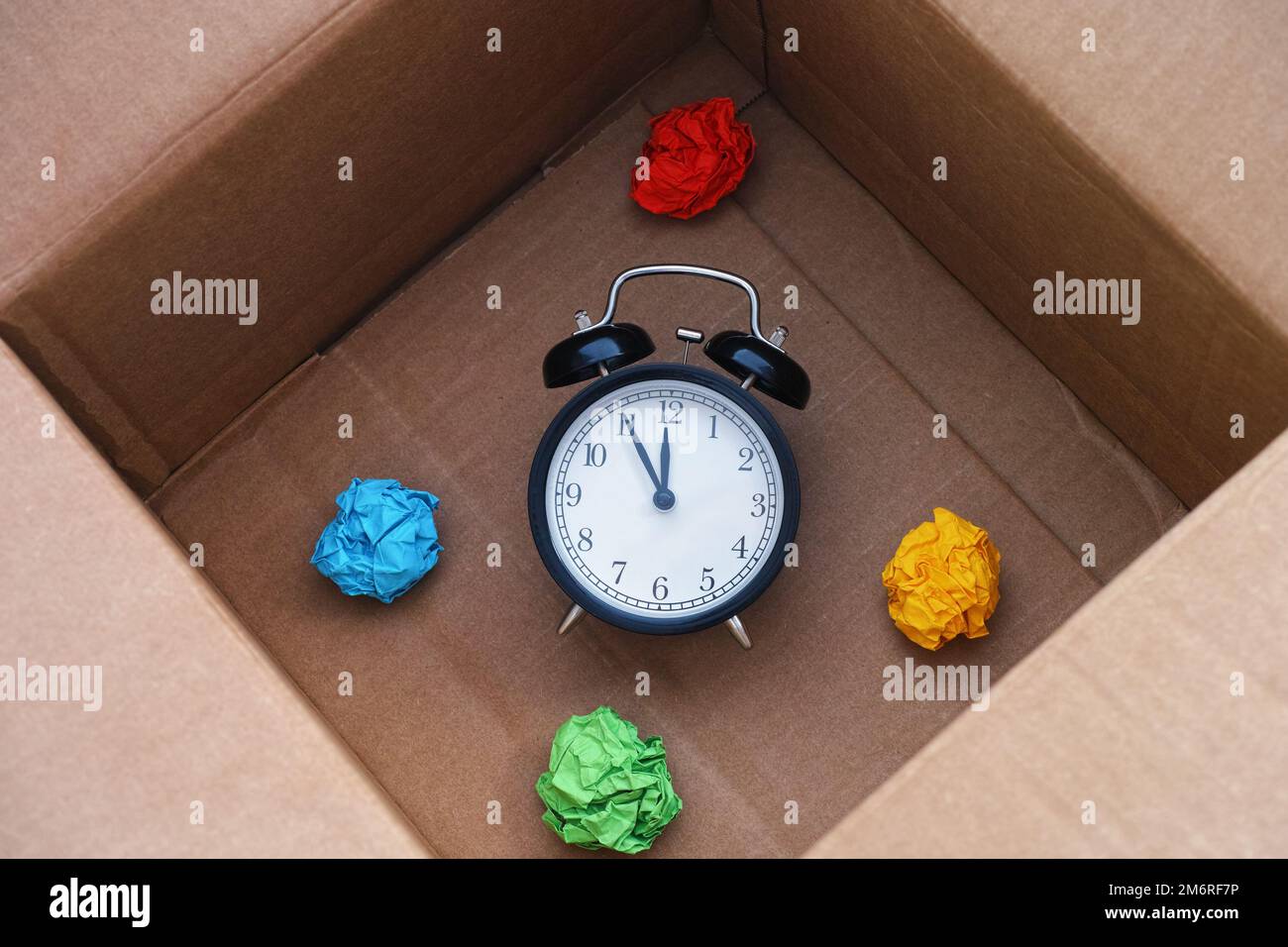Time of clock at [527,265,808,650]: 11:00
